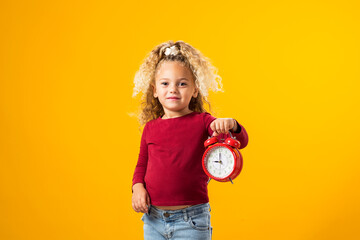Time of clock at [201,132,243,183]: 8:59
